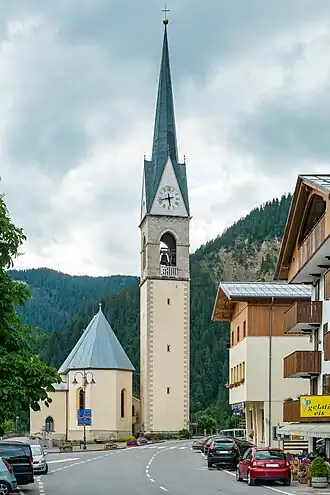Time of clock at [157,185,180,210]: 5:42
